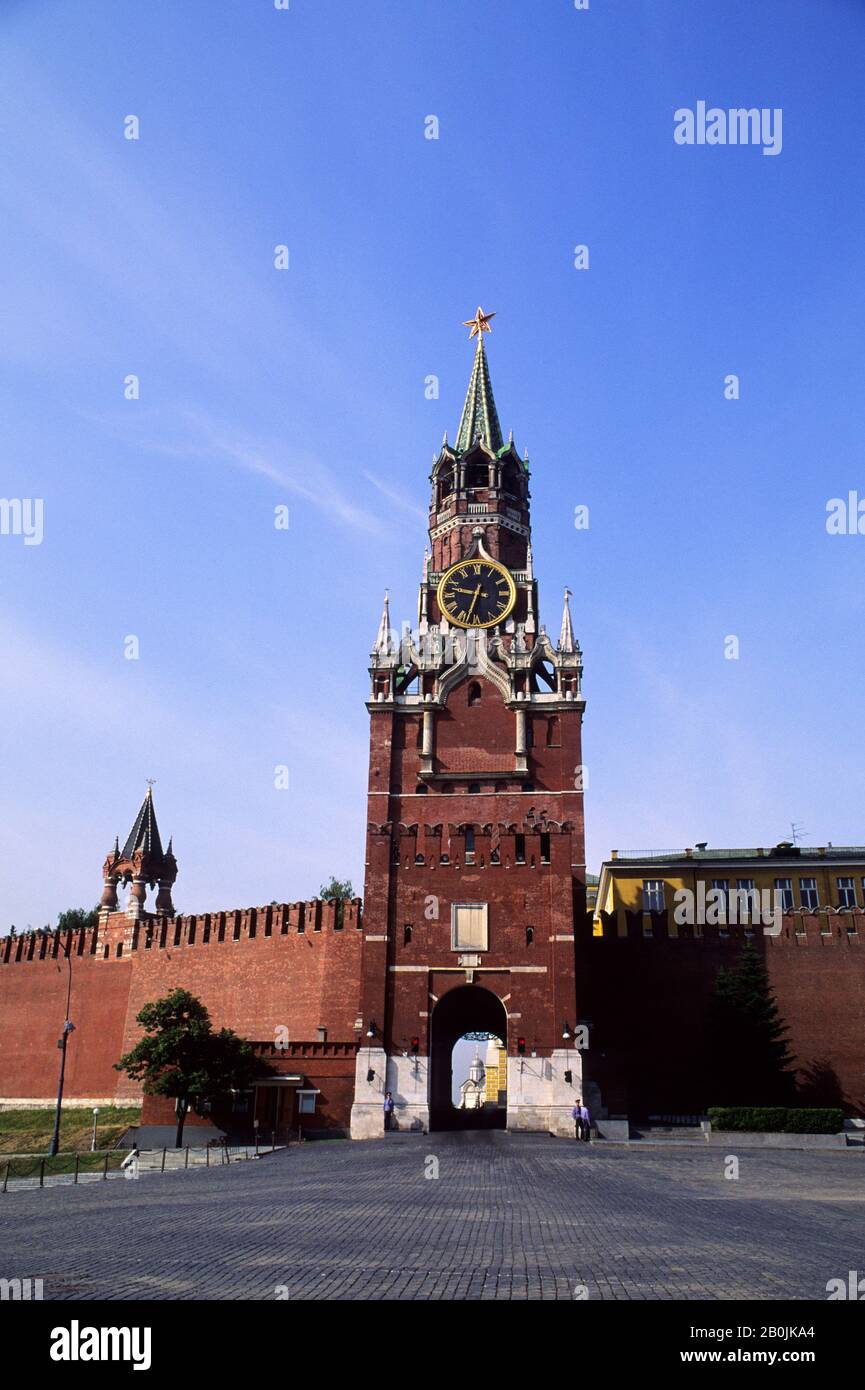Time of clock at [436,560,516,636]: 9:33
